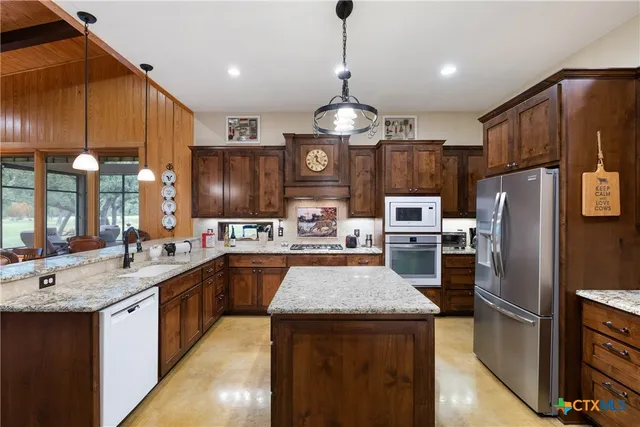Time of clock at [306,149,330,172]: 11:21
